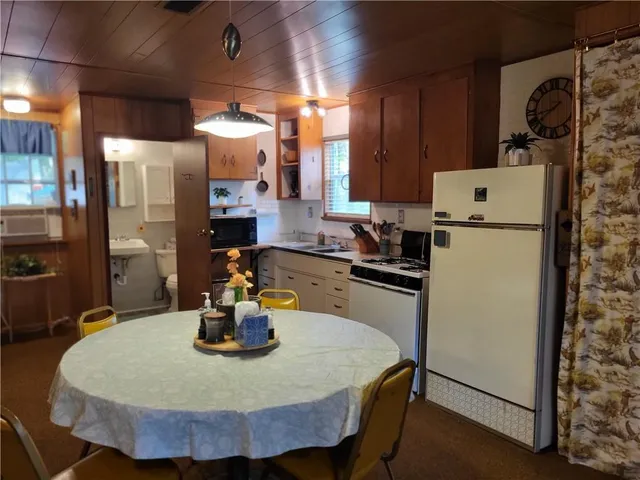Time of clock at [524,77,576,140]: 8:38
